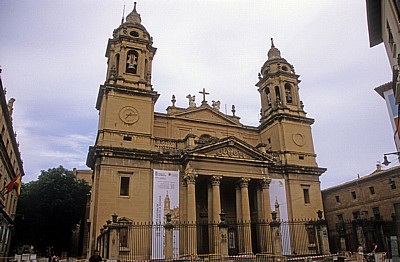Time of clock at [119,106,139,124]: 7:14
